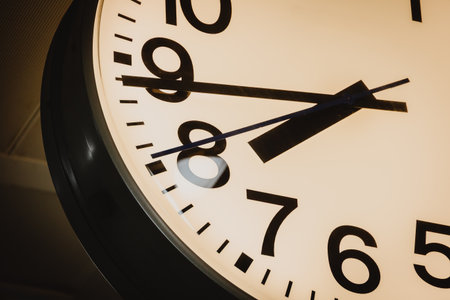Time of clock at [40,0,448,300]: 7:44
